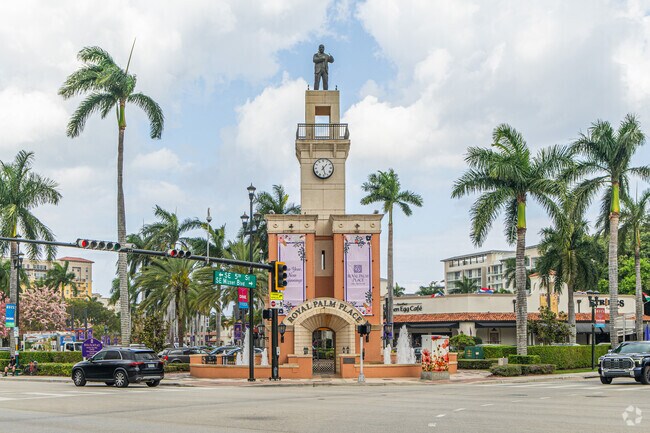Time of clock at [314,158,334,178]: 1:27
